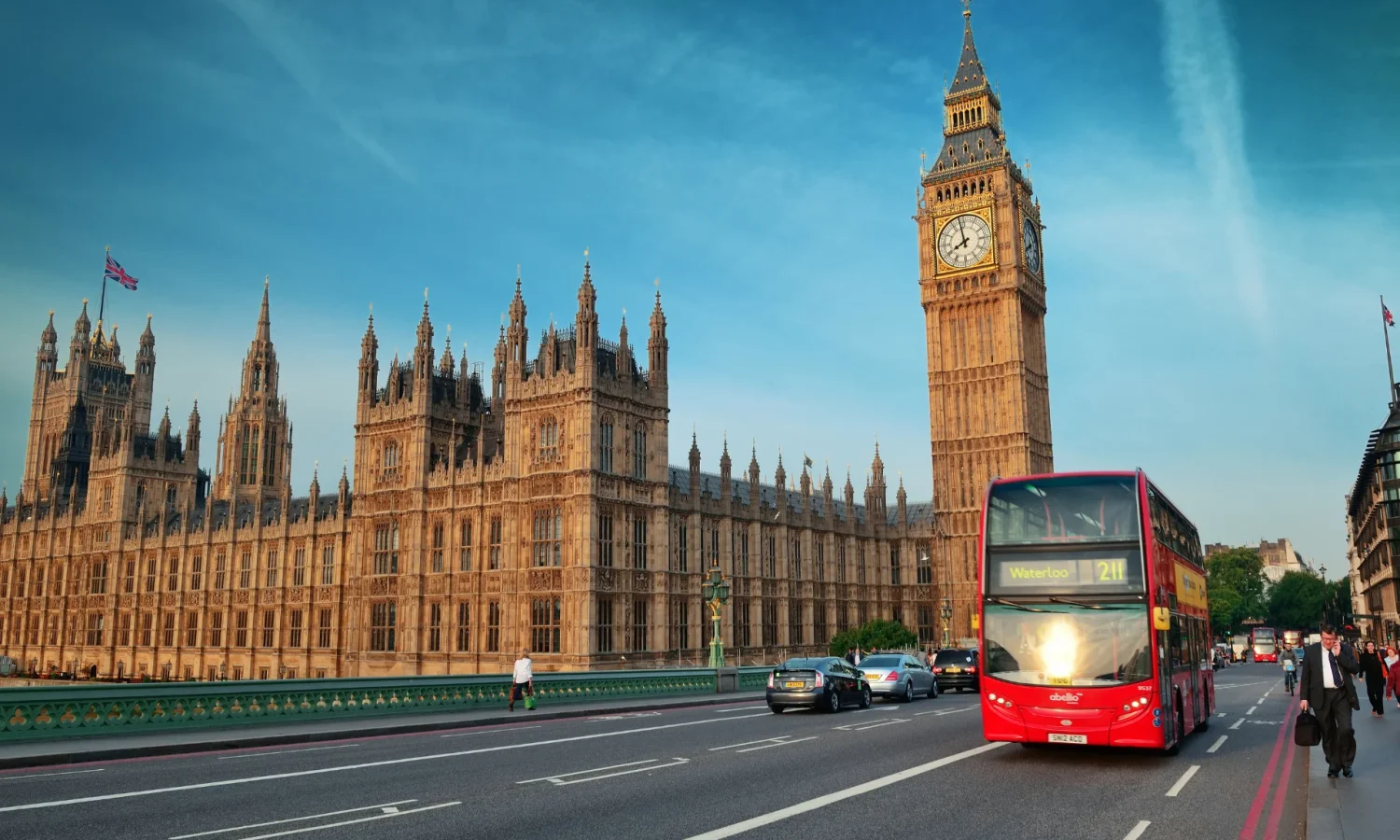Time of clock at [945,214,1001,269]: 7:58
